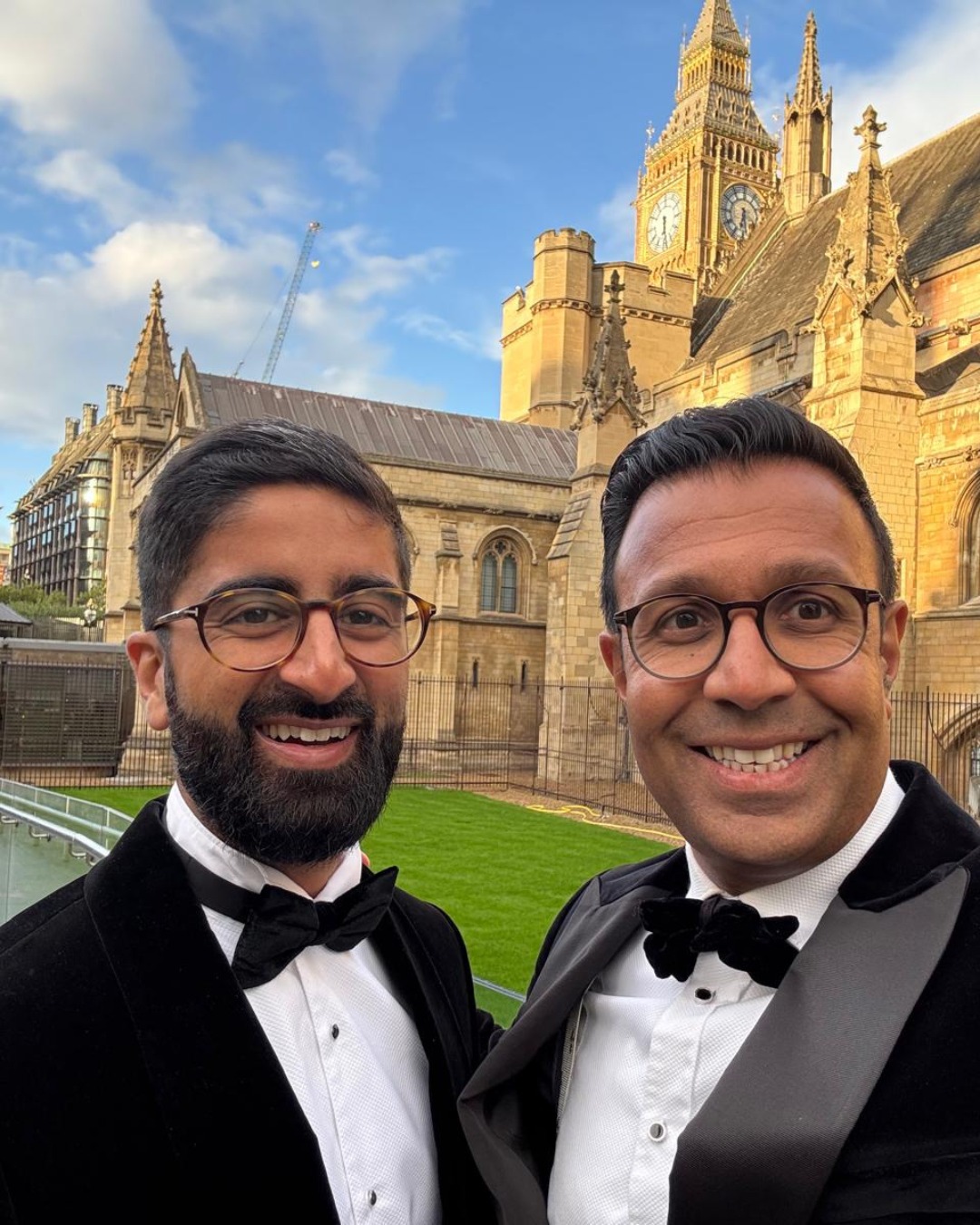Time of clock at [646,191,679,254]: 6:29
